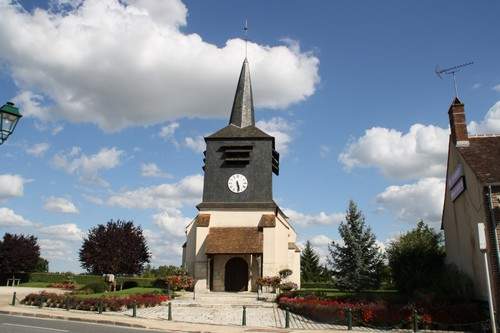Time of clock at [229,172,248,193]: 5:28
